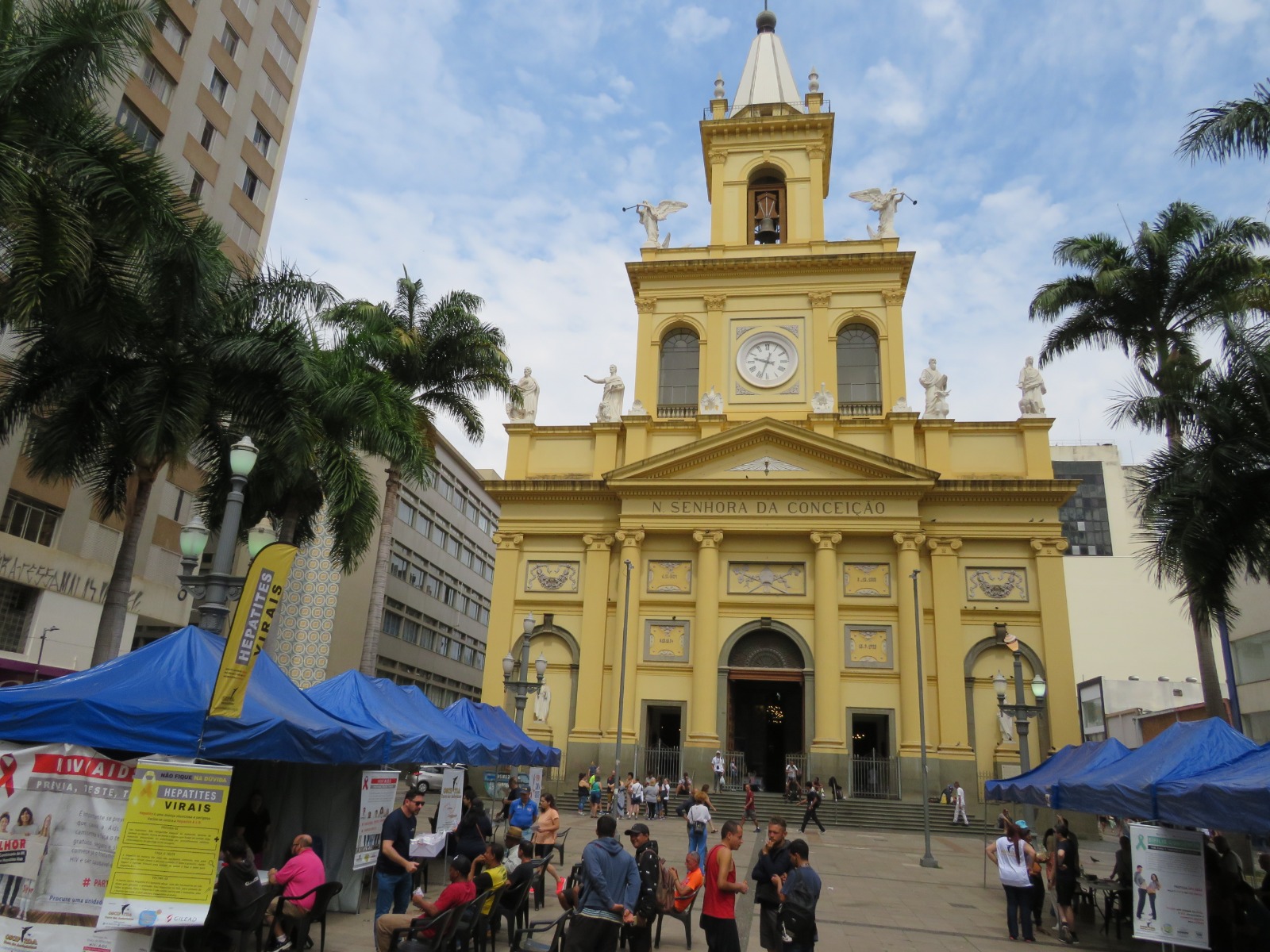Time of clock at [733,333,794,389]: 9:33
